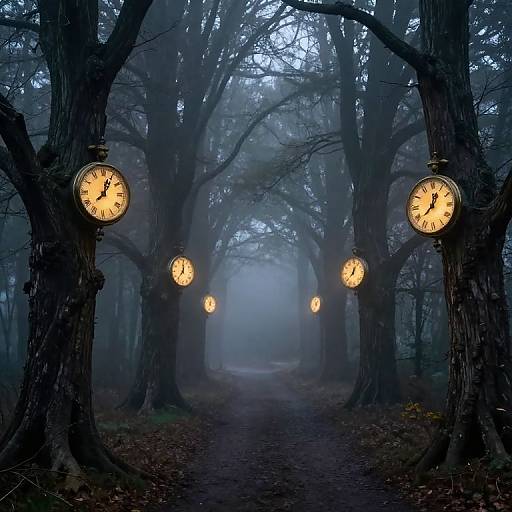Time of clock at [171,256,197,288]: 12:36
